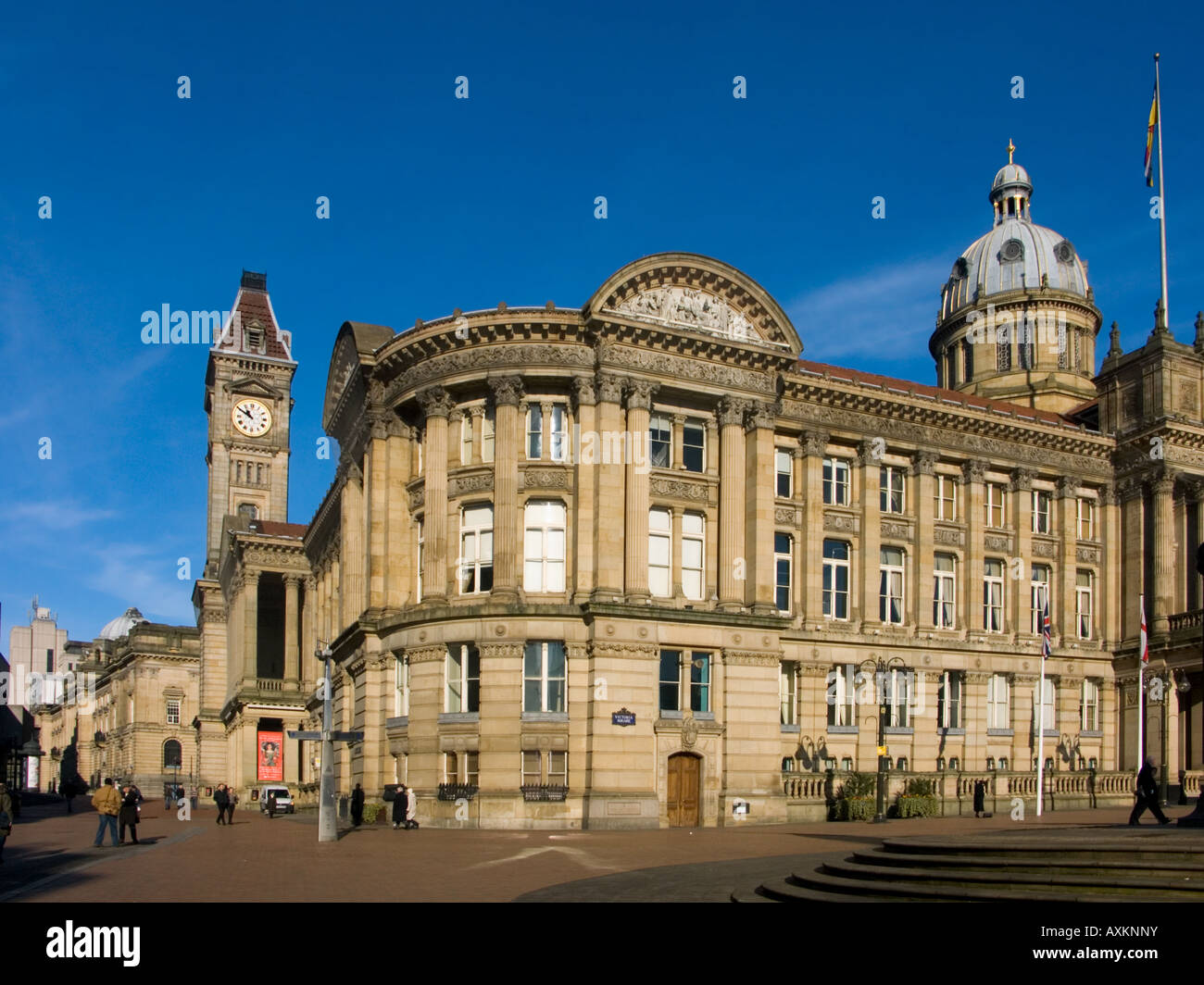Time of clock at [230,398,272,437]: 10:50
